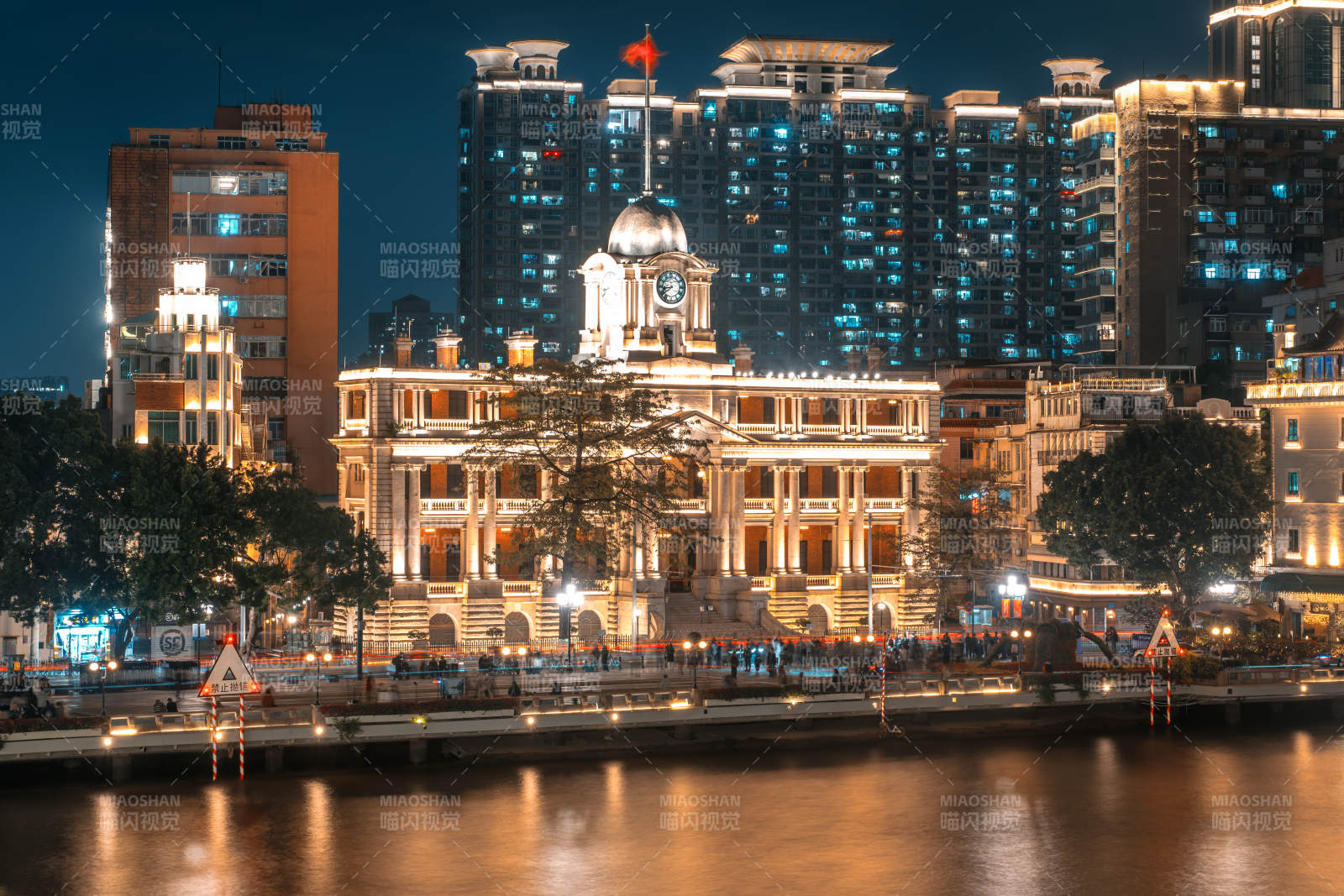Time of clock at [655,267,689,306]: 8:38
